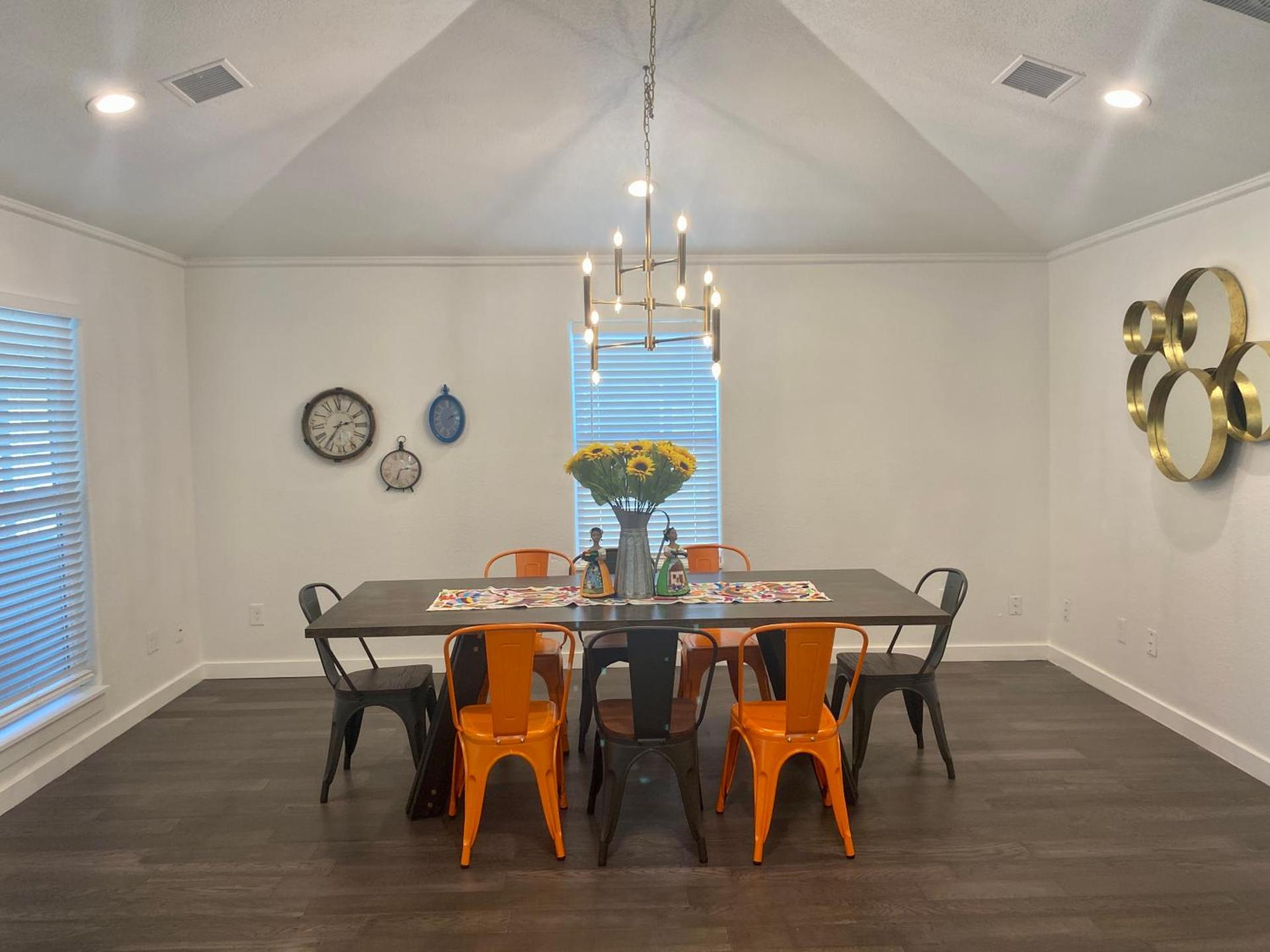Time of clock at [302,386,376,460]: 2:36
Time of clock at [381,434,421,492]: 2:32
